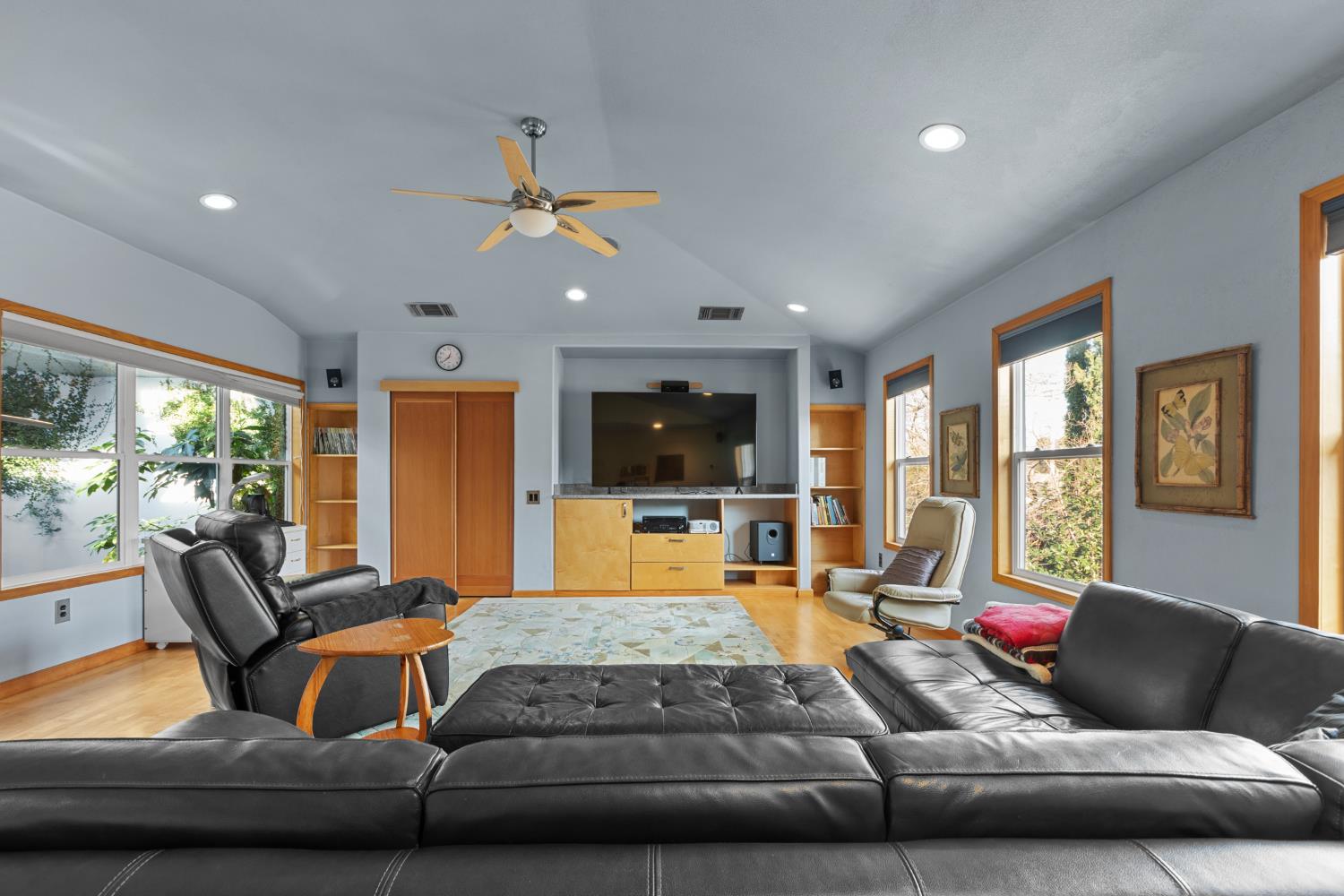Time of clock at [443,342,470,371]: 12:38
